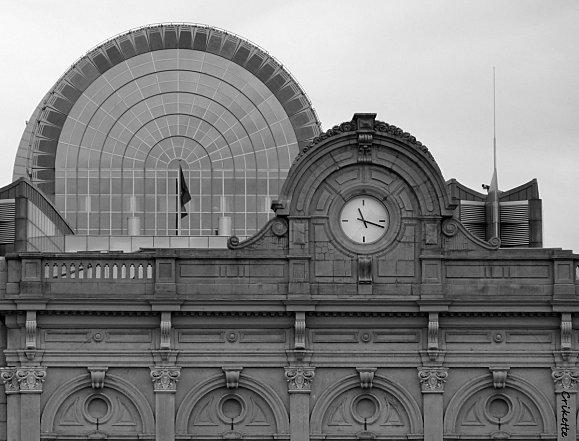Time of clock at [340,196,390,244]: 11:17
